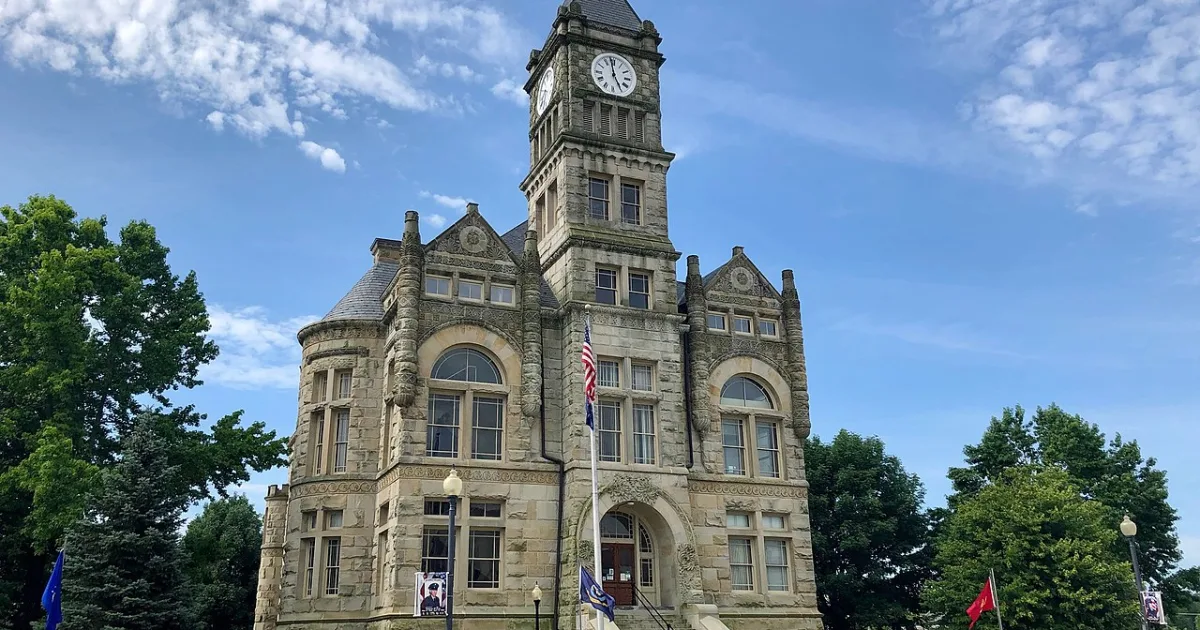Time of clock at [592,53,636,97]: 4:58
